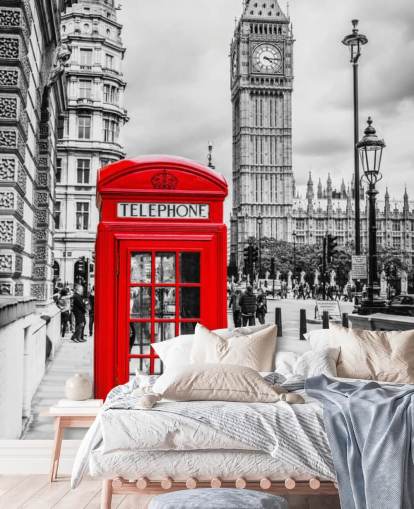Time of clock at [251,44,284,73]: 4:15
